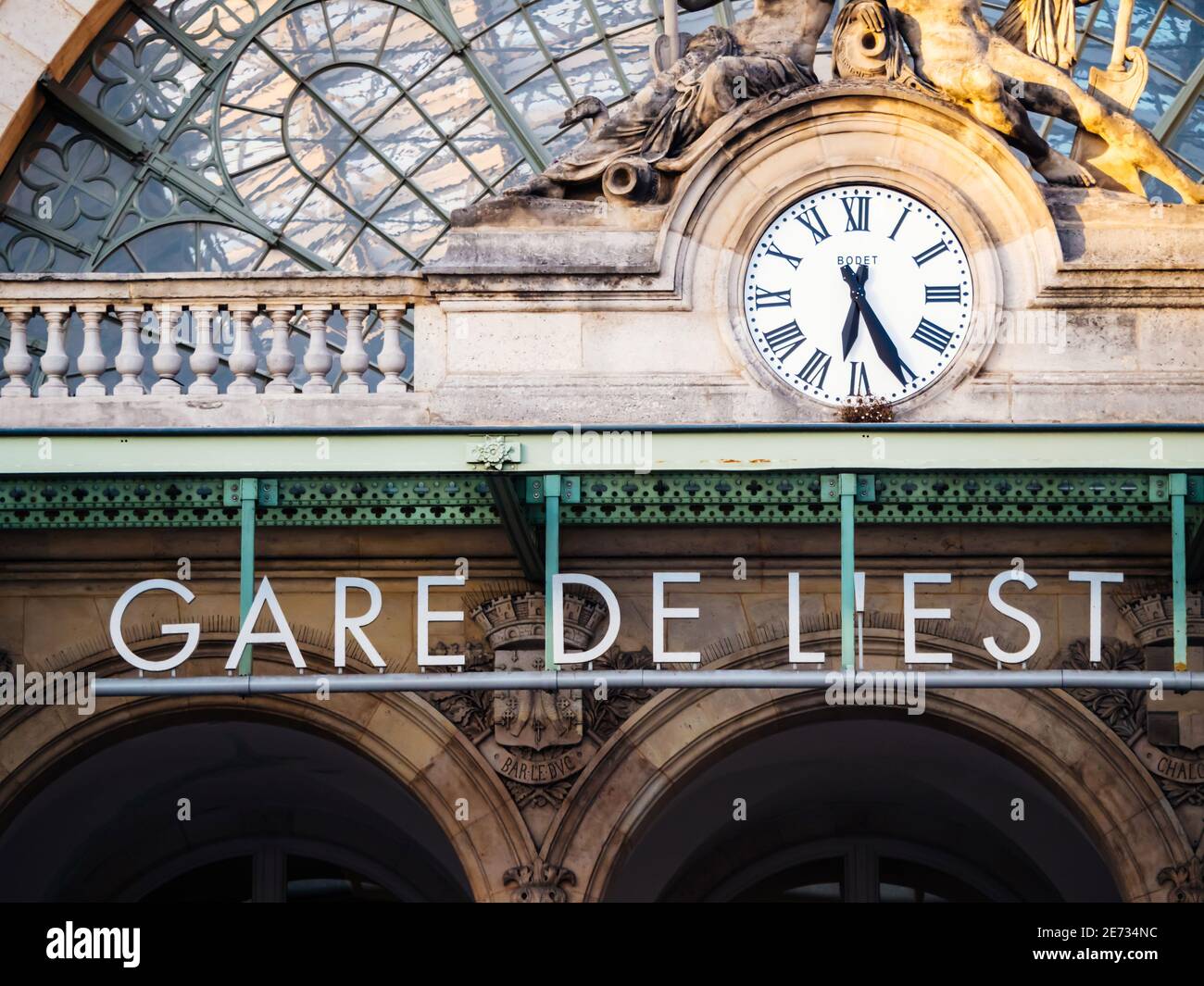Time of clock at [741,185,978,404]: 6:25
